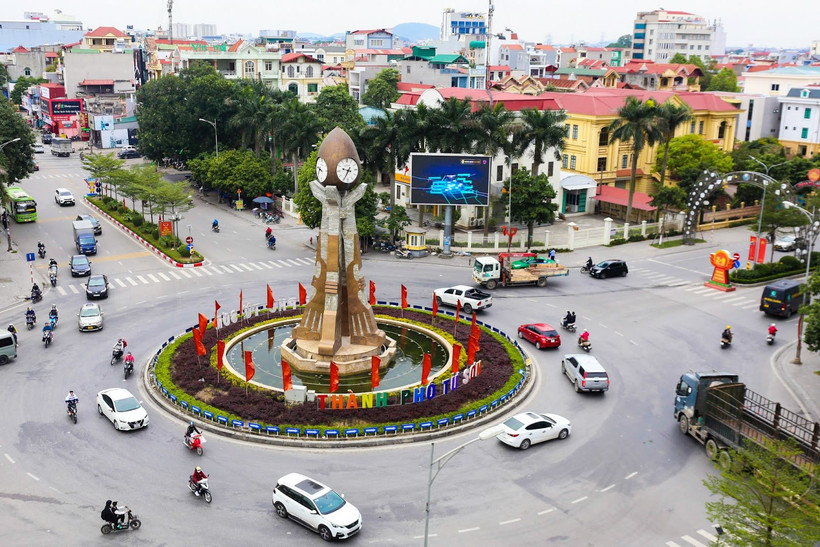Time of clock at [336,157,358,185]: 9:35
